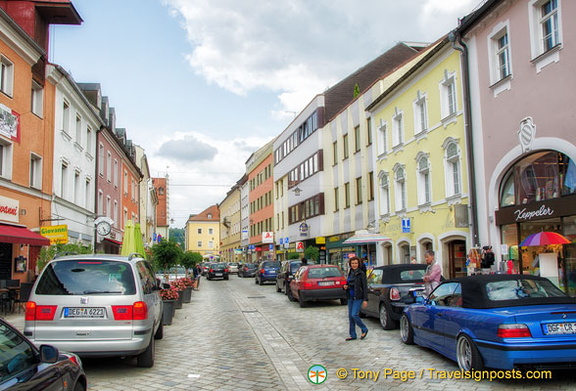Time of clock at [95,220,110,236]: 4:26
